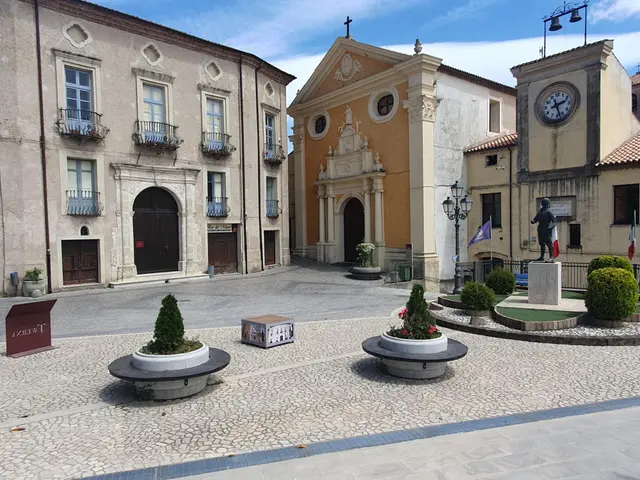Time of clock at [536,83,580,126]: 2:26
